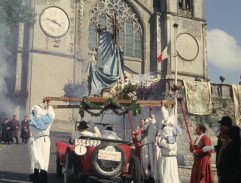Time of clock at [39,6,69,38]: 3:47
